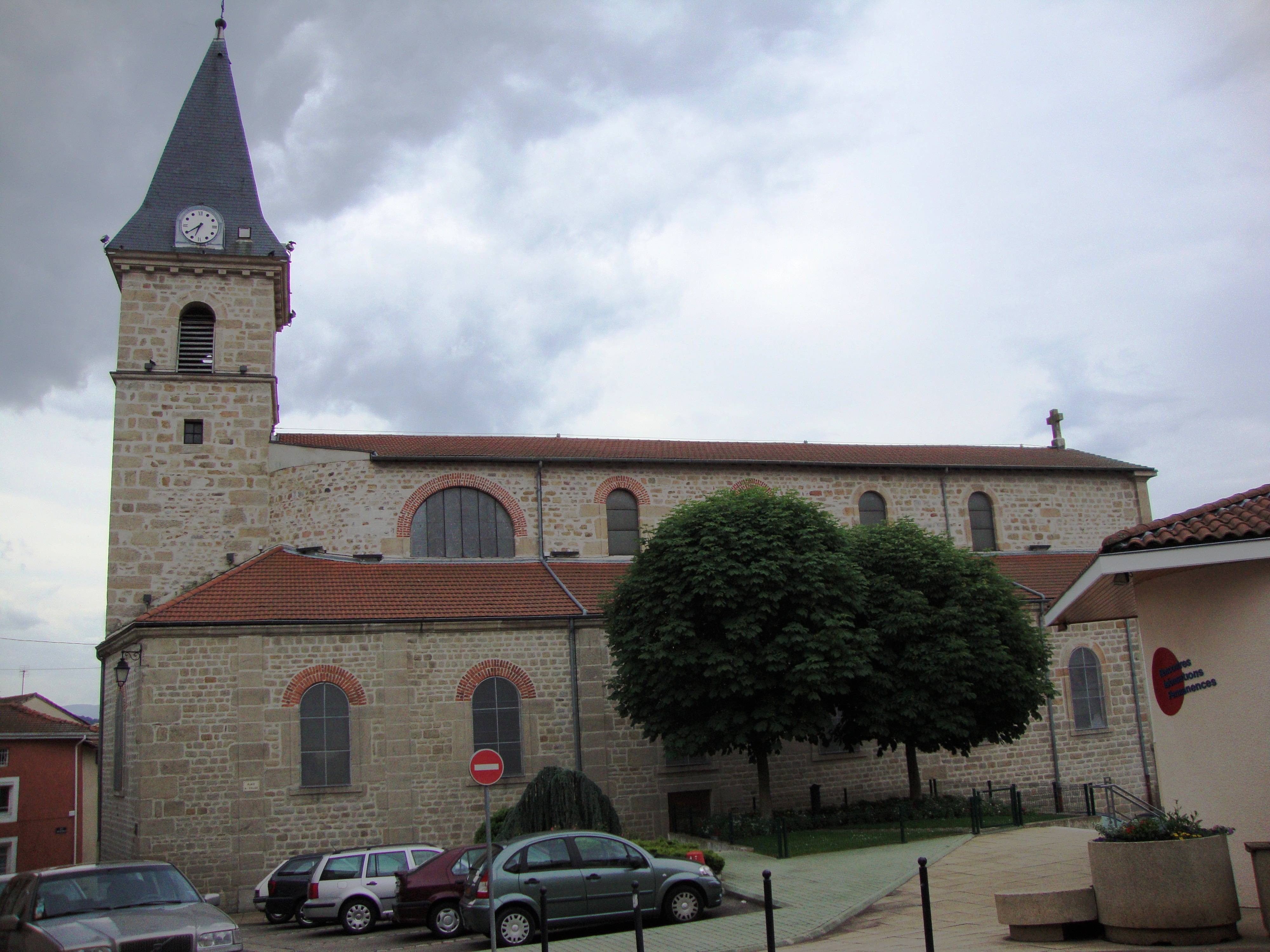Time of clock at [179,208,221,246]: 6:39
